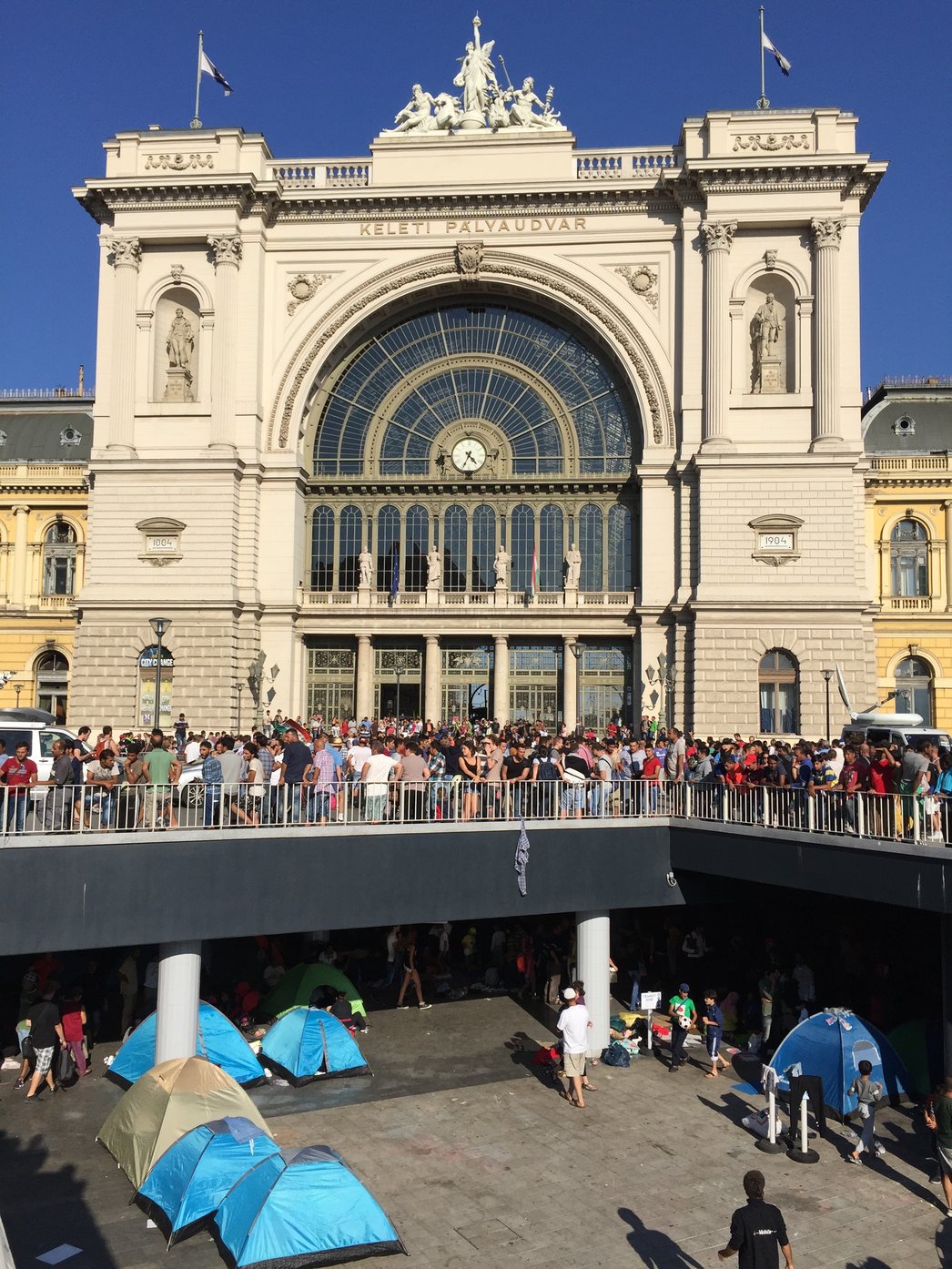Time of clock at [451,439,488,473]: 4:34
